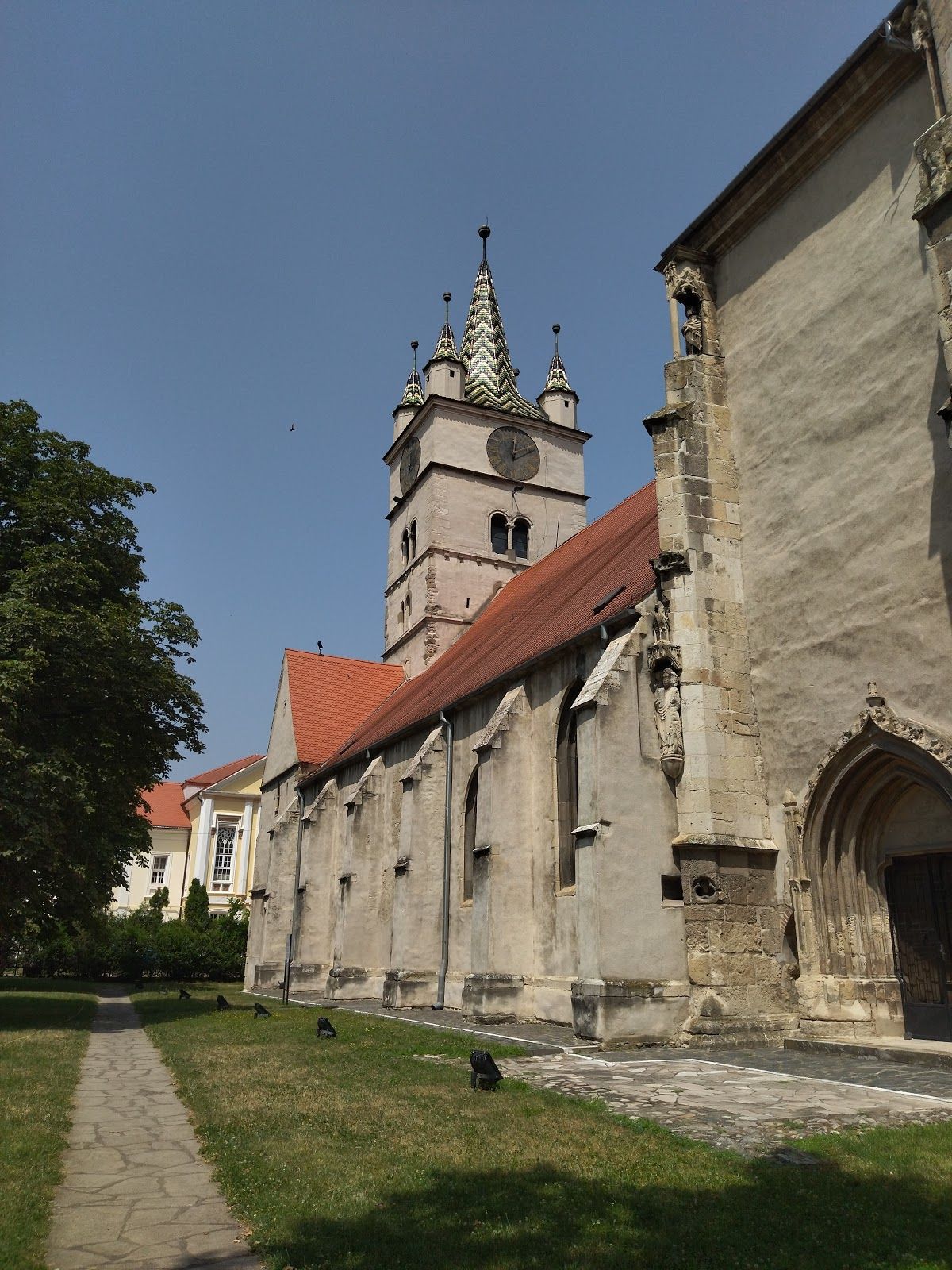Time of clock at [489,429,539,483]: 12:10
